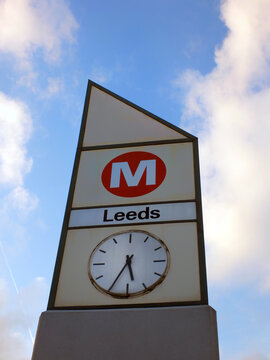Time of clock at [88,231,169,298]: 5:35
